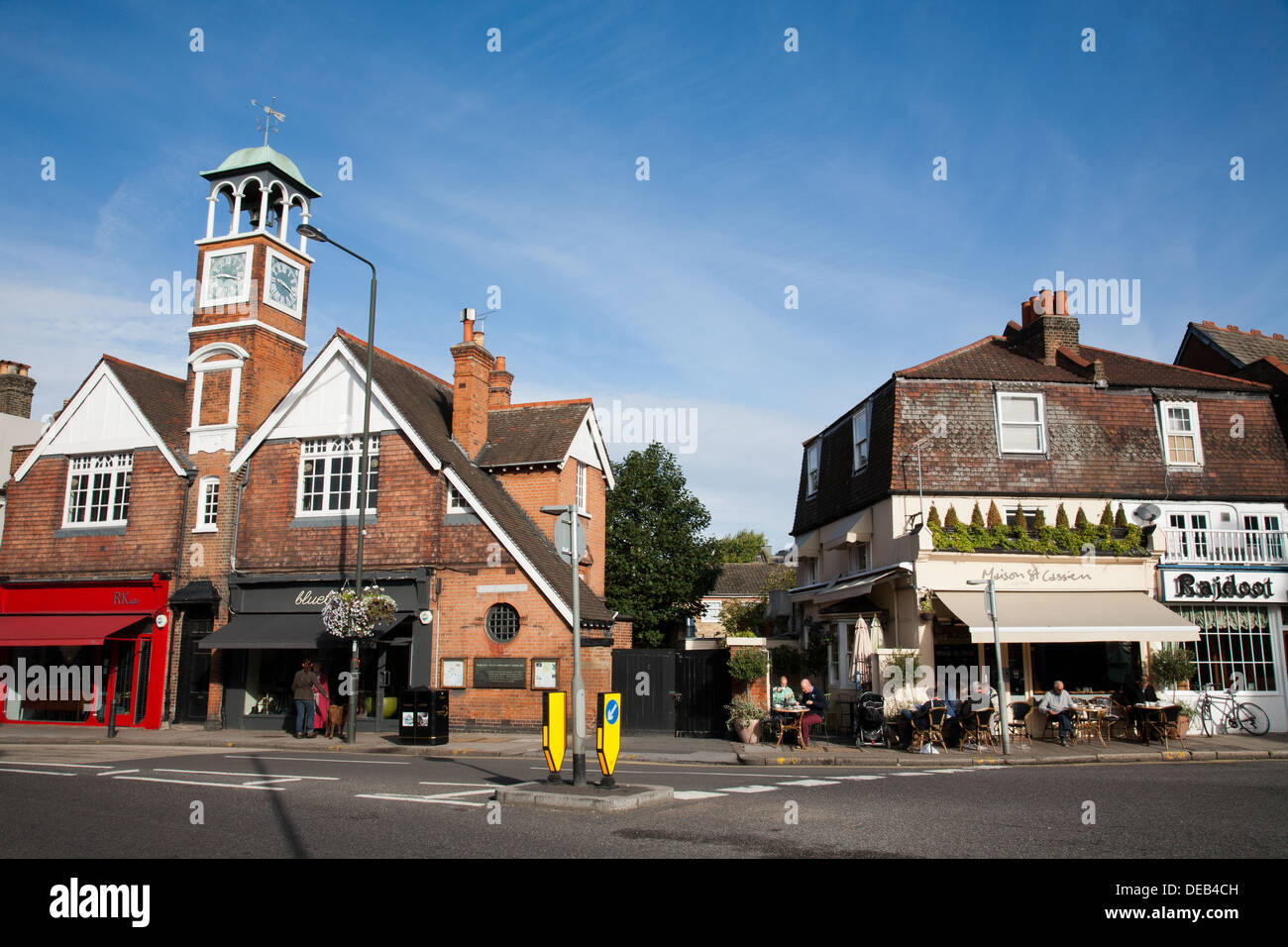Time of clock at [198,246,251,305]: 9:16
